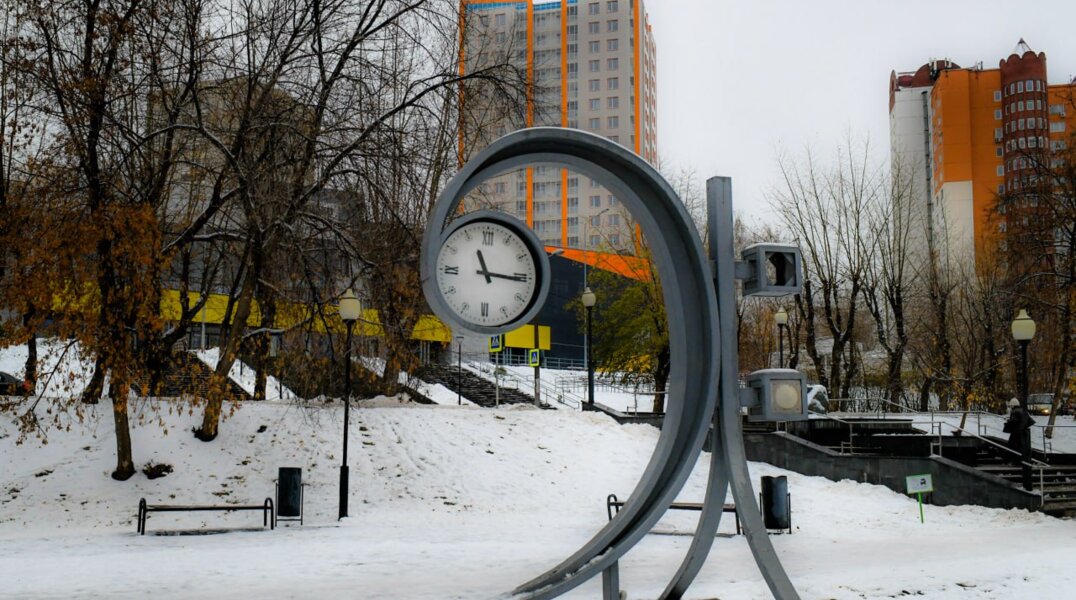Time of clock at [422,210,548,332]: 11:15
